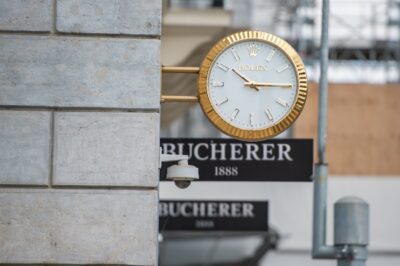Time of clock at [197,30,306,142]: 10:14
